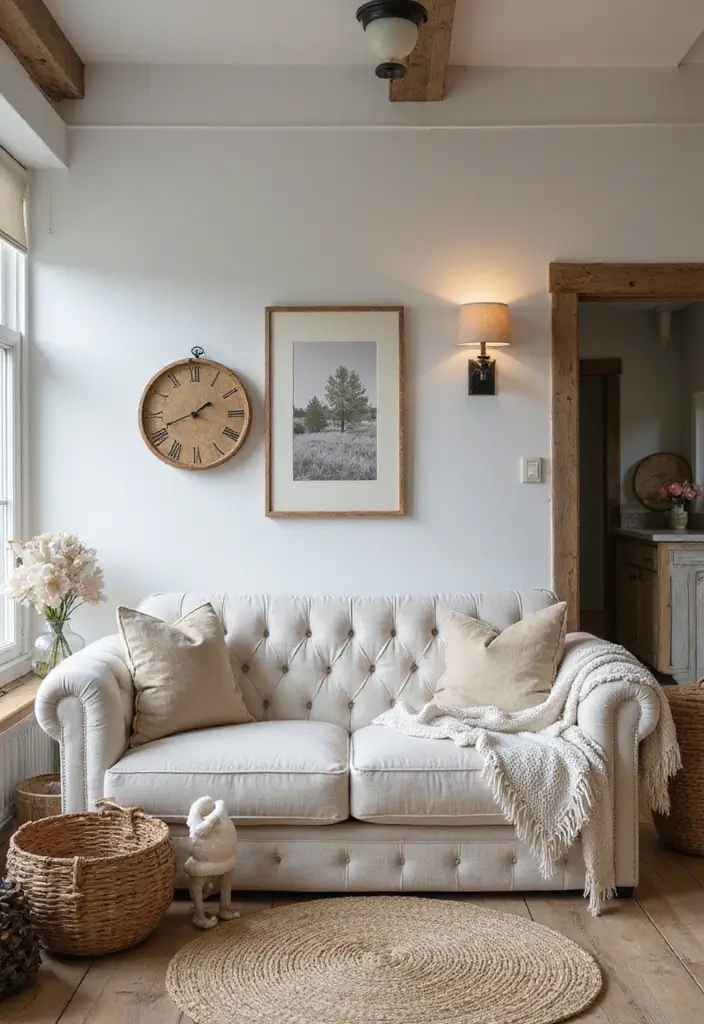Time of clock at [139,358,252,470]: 1:41
